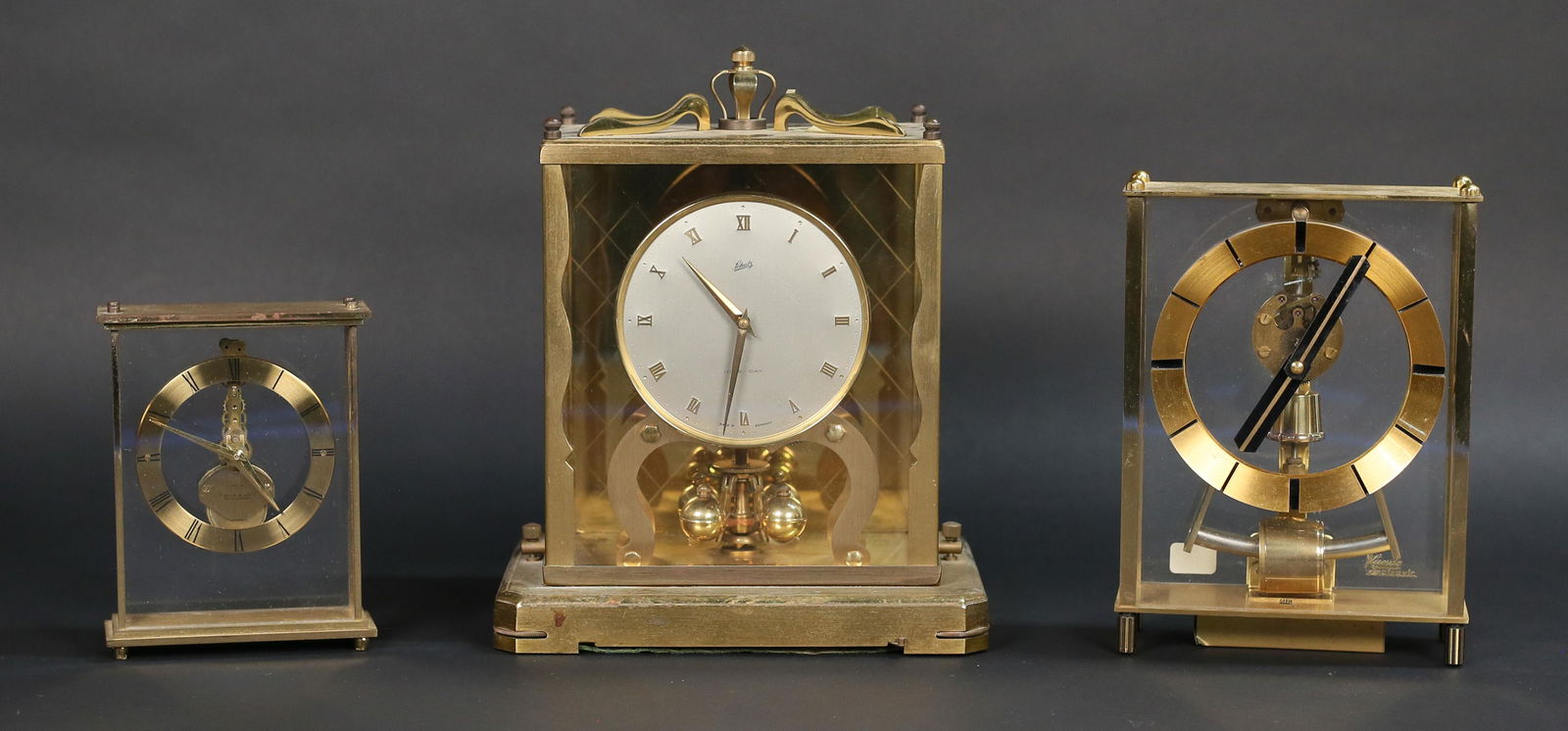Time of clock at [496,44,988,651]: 10:31
